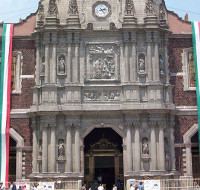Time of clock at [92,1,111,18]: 2:23
